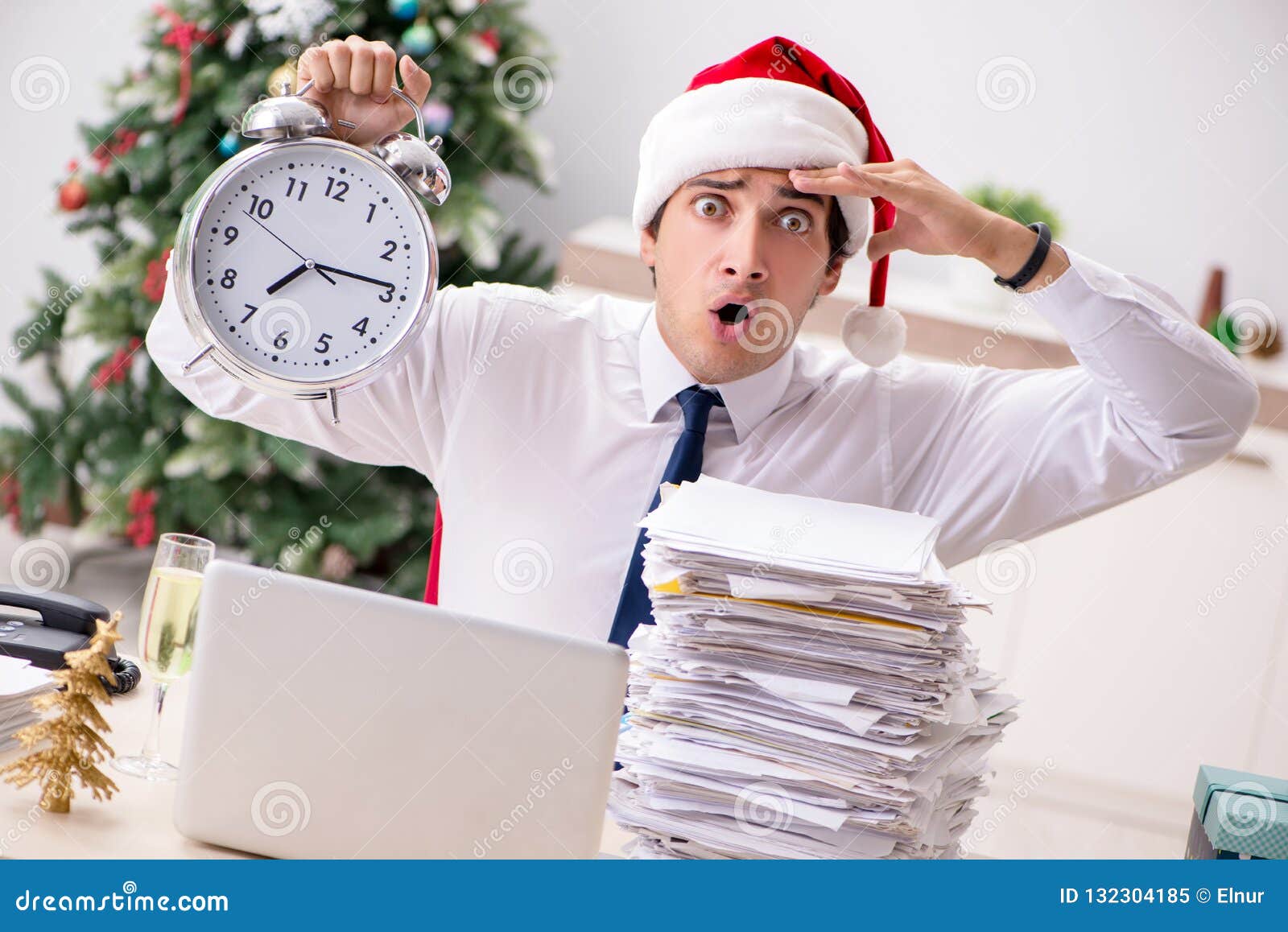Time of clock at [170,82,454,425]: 7:14
